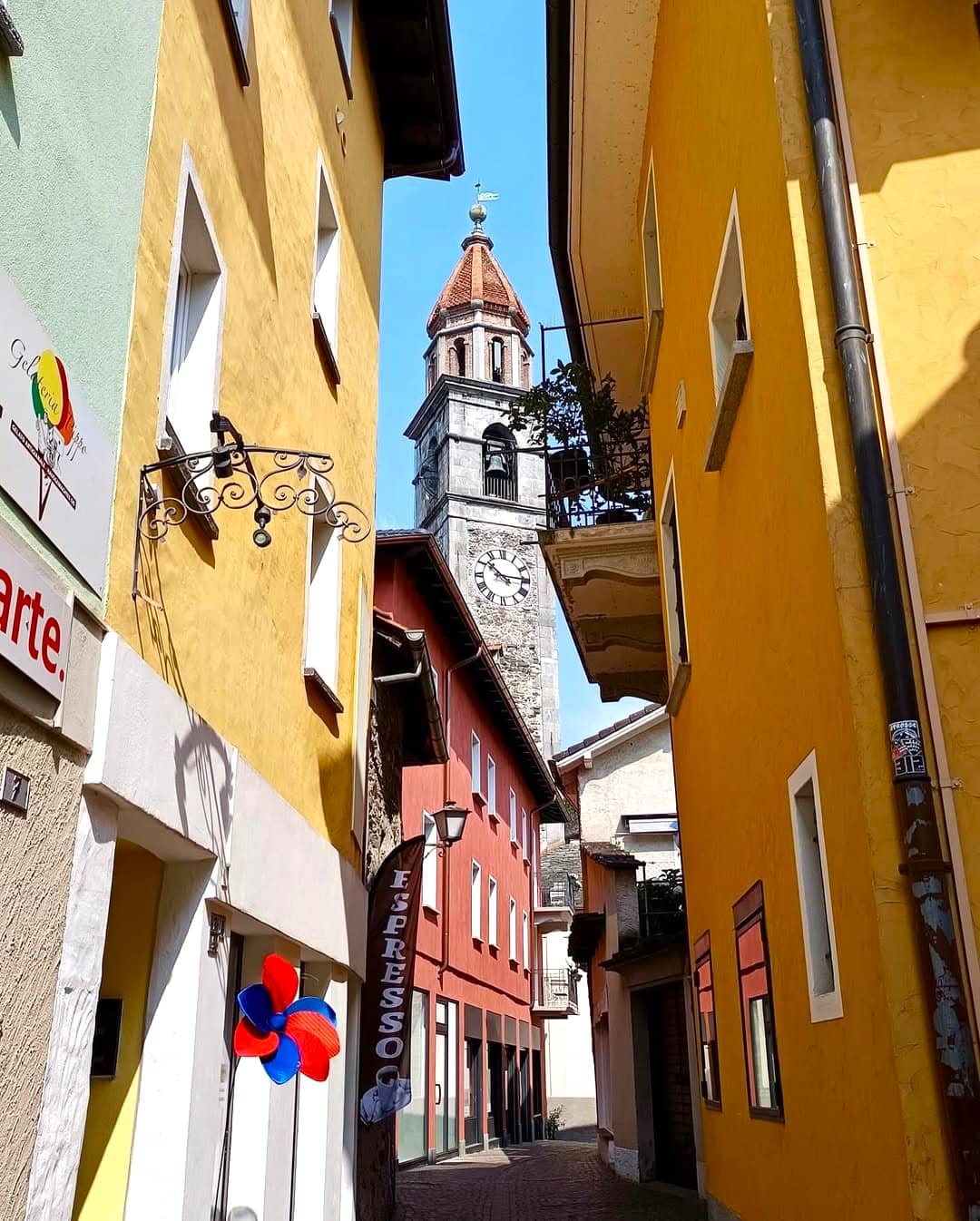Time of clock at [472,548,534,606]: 10:14
